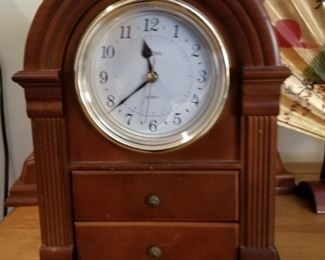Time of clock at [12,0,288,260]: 11:38
